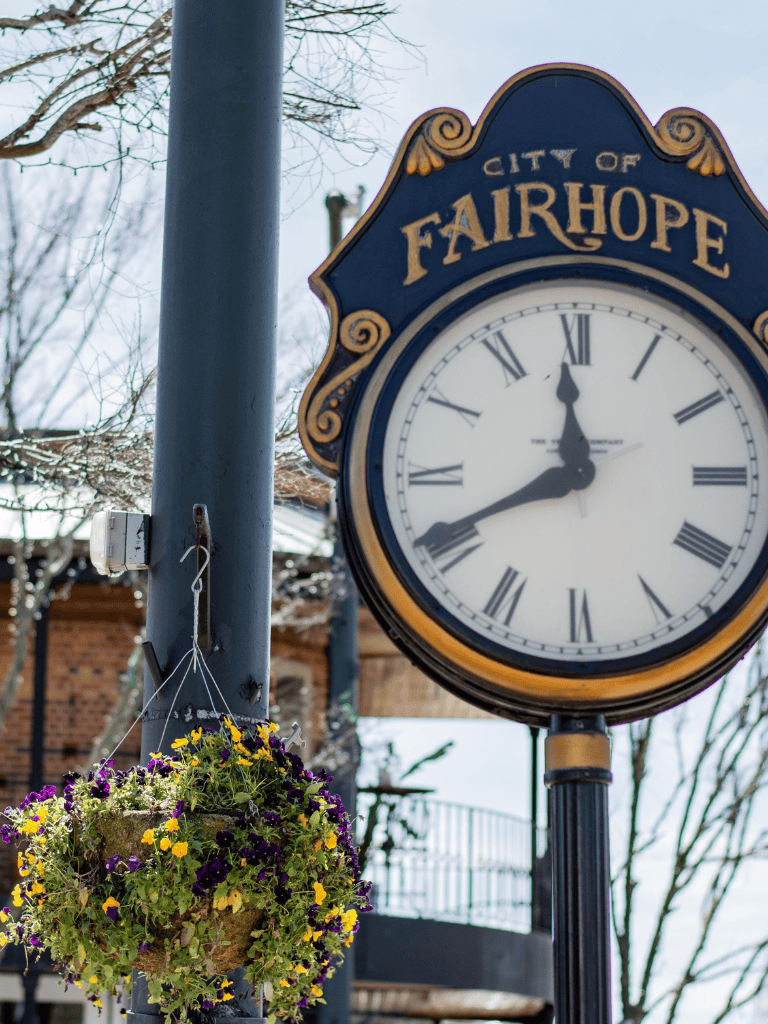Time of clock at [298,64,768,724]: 11:40
